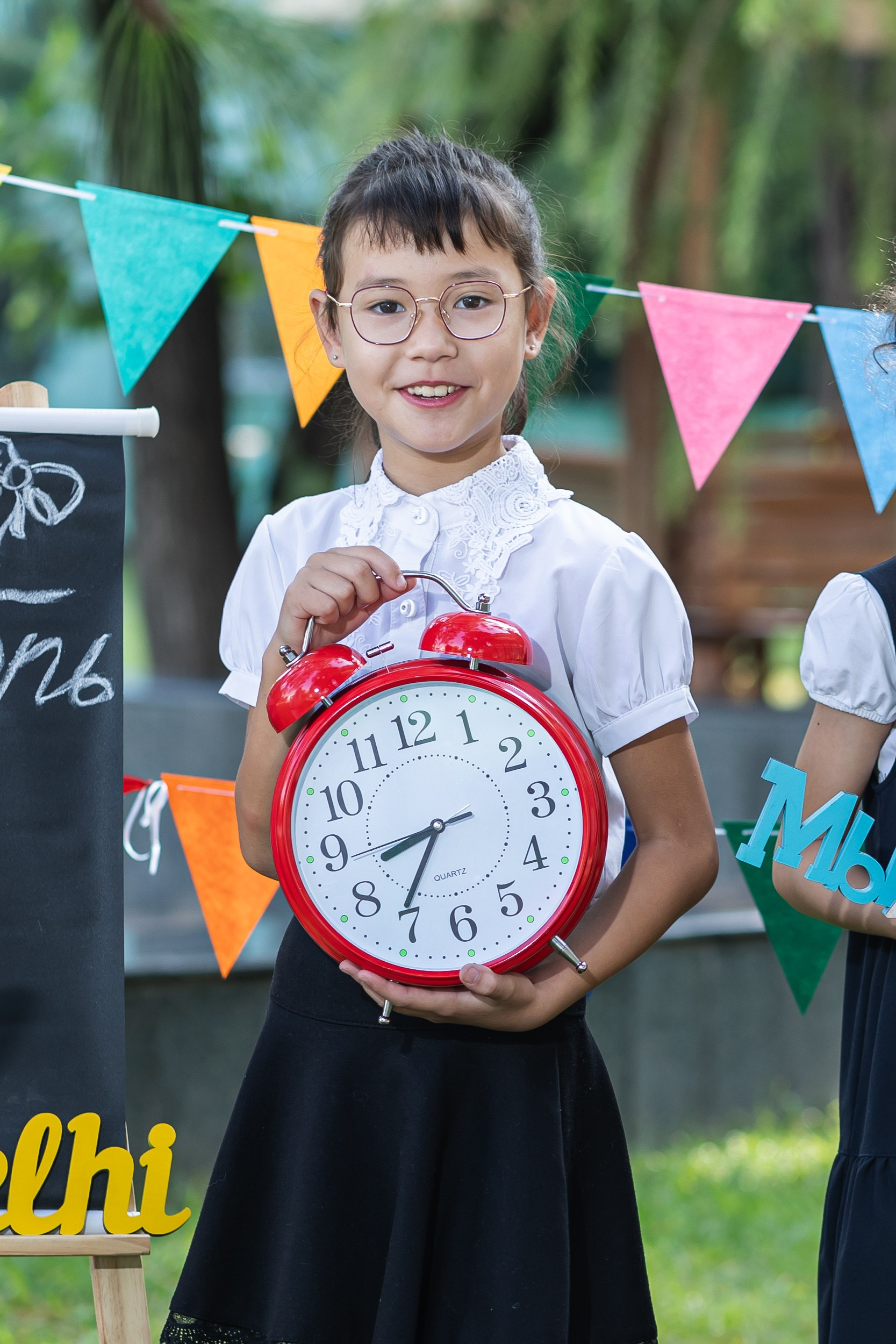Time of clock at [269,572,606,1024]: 8:36
